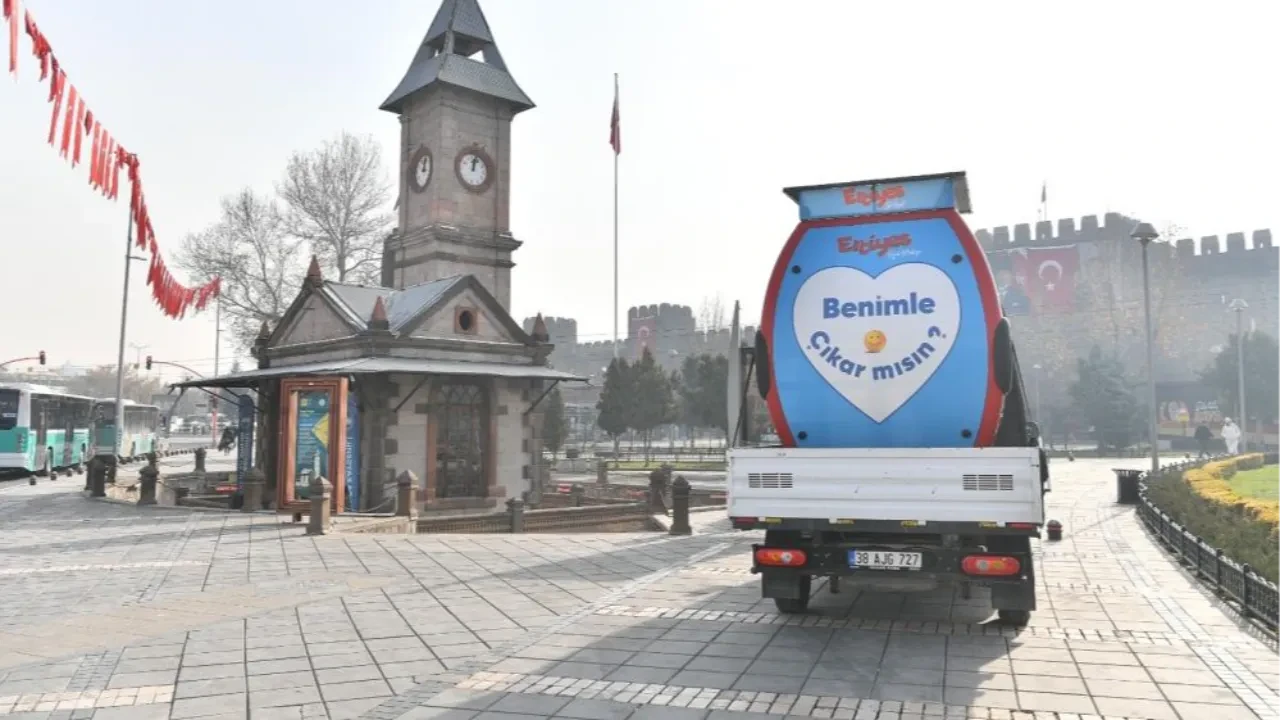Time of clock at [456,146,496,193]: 12:02
